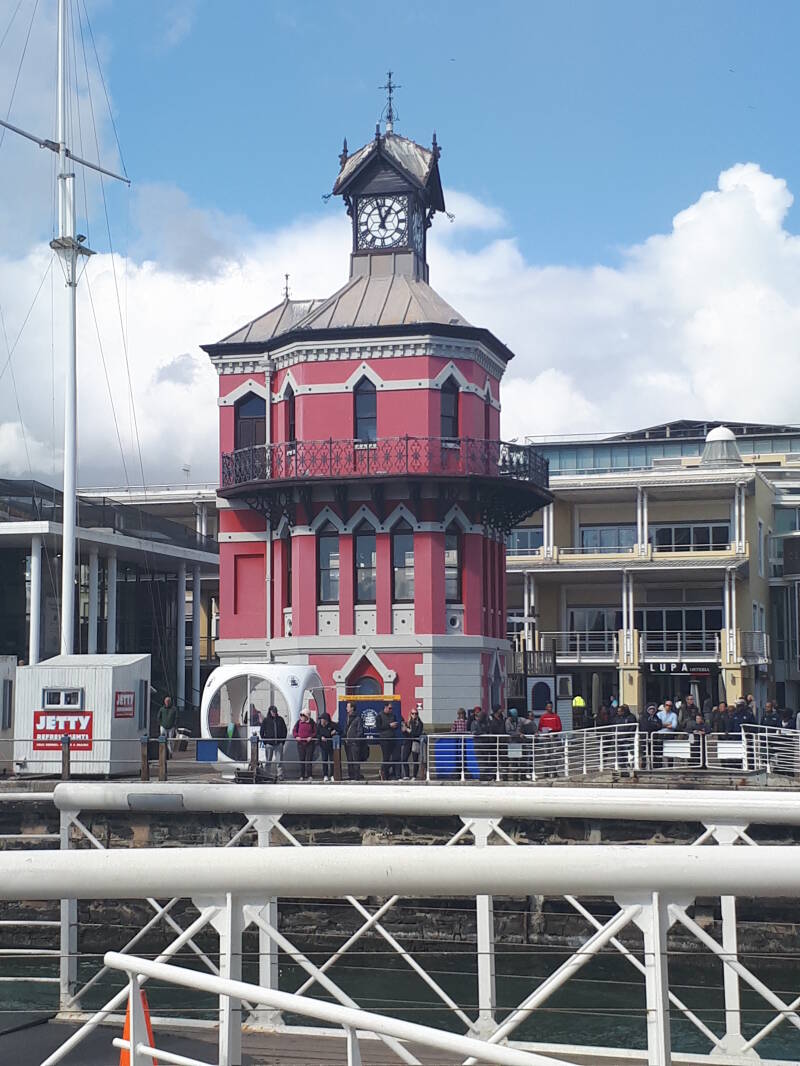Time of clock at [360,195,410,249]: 12:57
